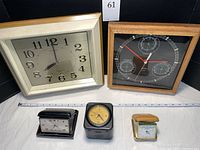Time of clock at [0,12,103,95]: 8:00
